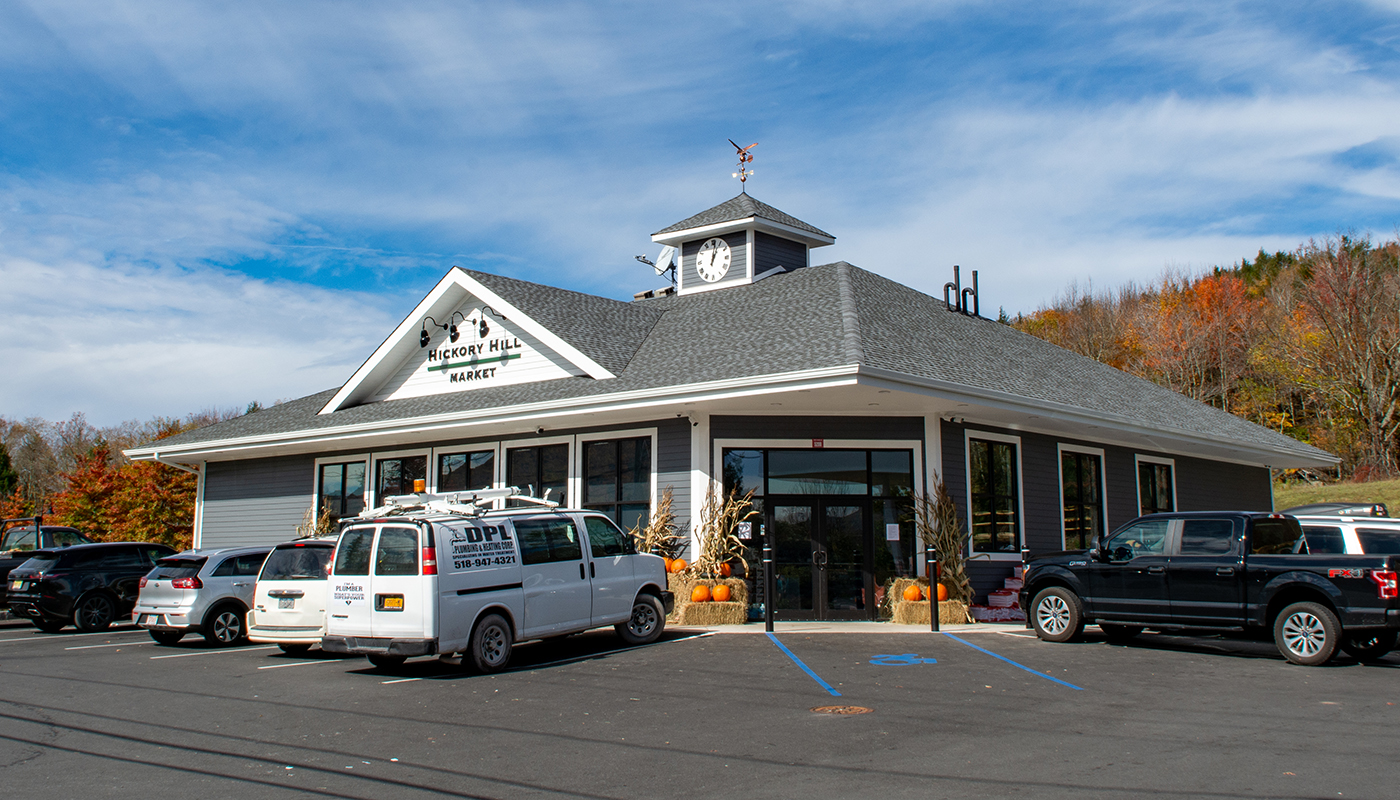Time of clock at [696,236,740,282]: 1:01
